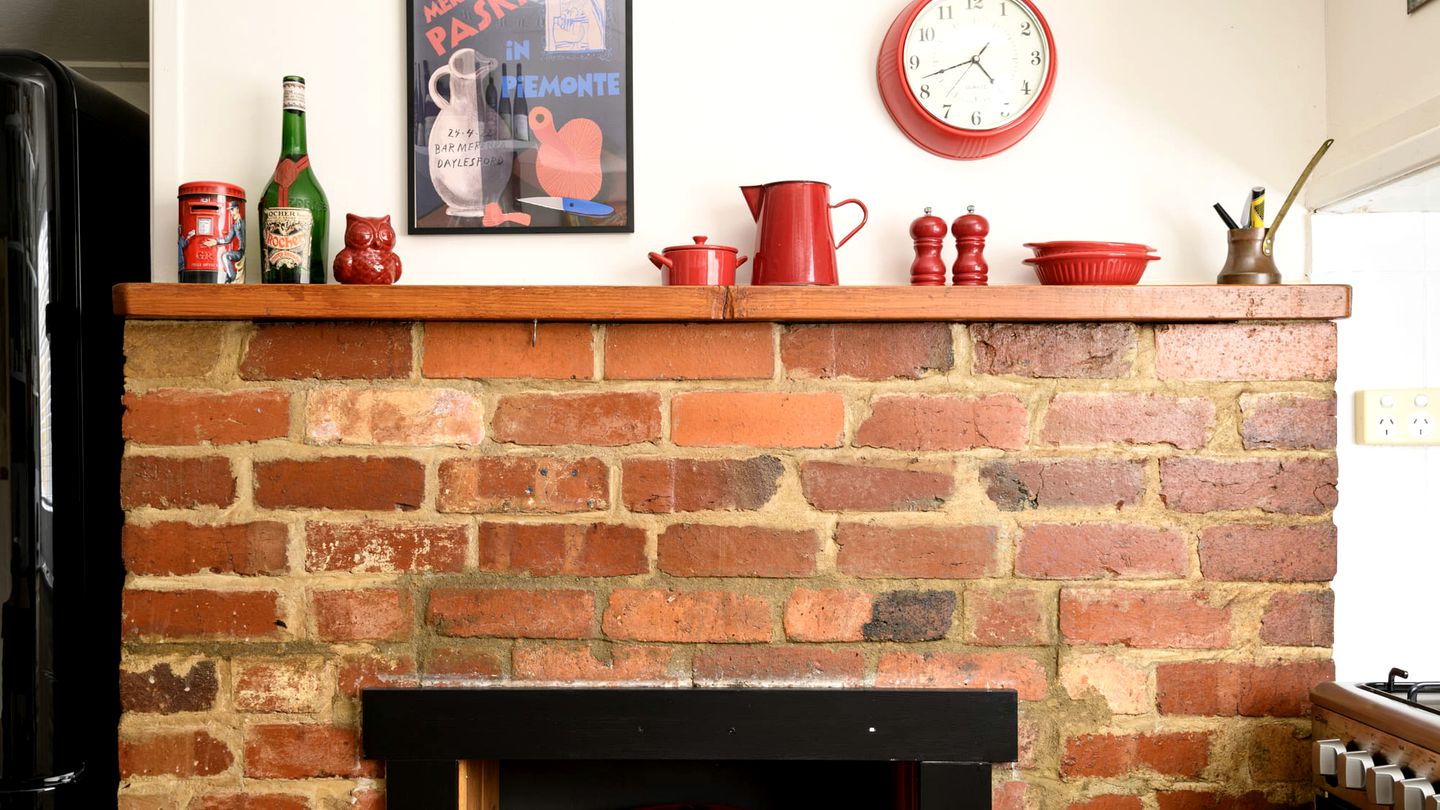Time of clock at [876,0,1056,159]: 4:42
